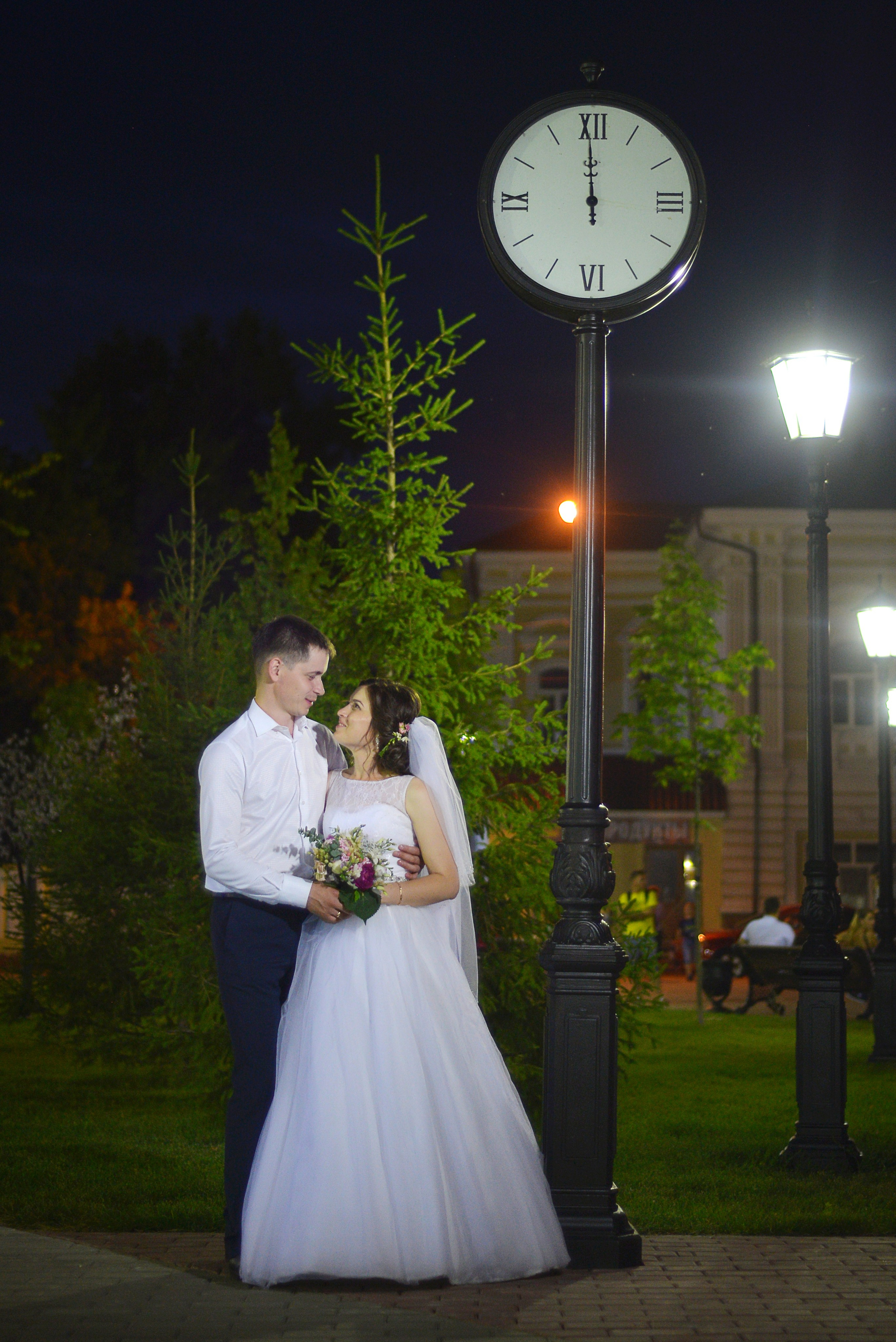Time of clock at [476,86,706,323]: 11:59
